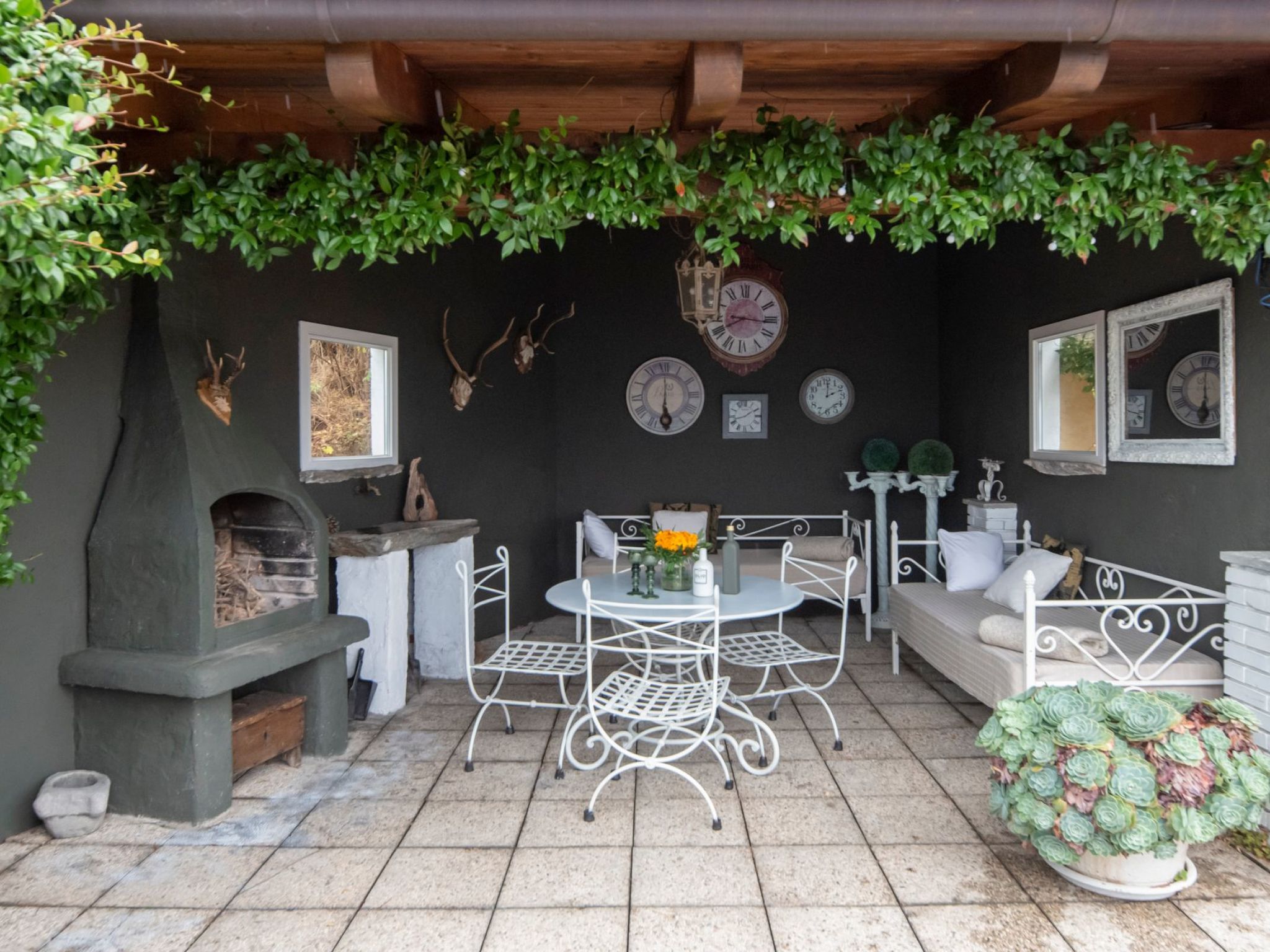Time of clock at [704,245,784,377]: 8:16
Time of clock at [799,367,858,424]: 2:00
